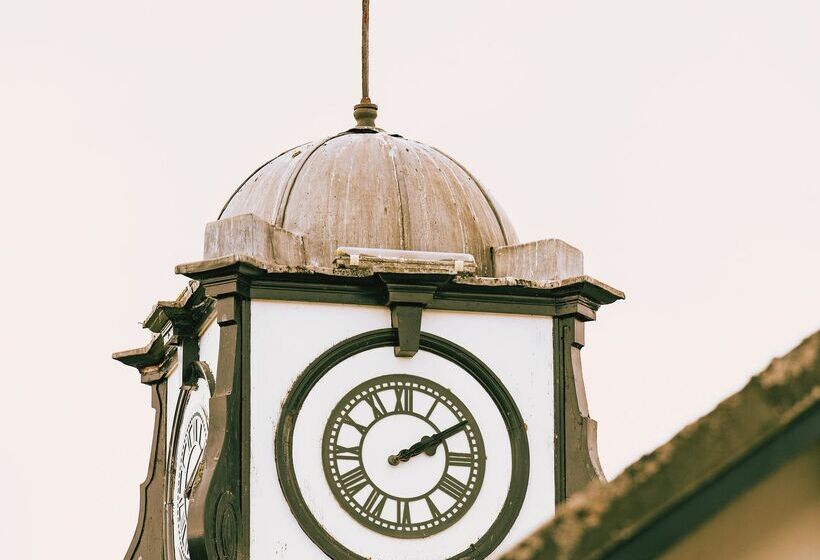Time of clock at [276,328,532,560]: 2:09
